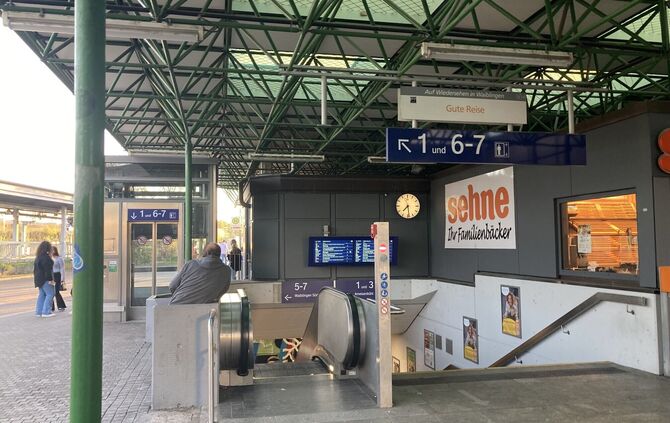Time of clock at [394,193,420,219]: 7:28
